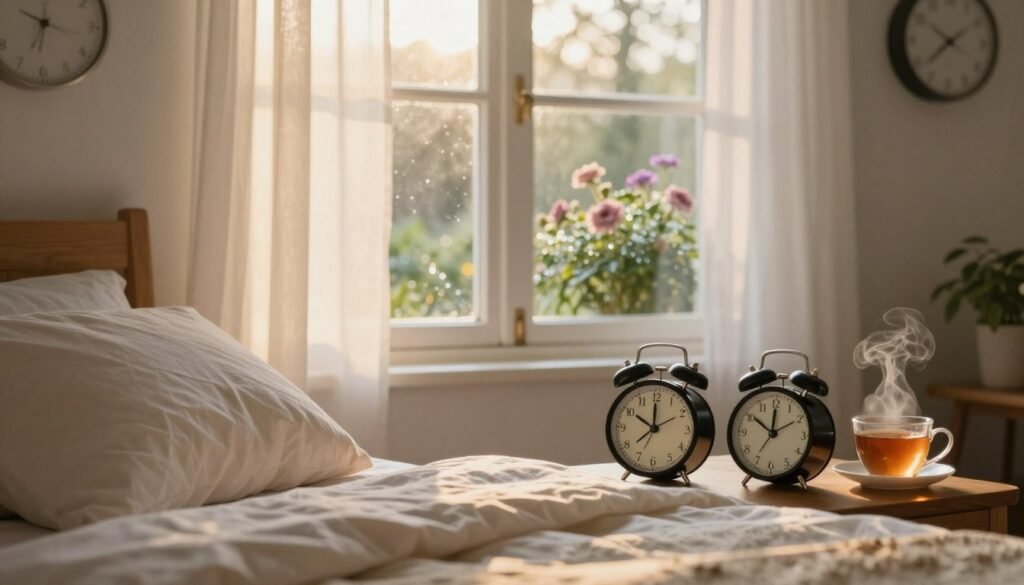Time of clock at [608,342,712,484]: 10:00
